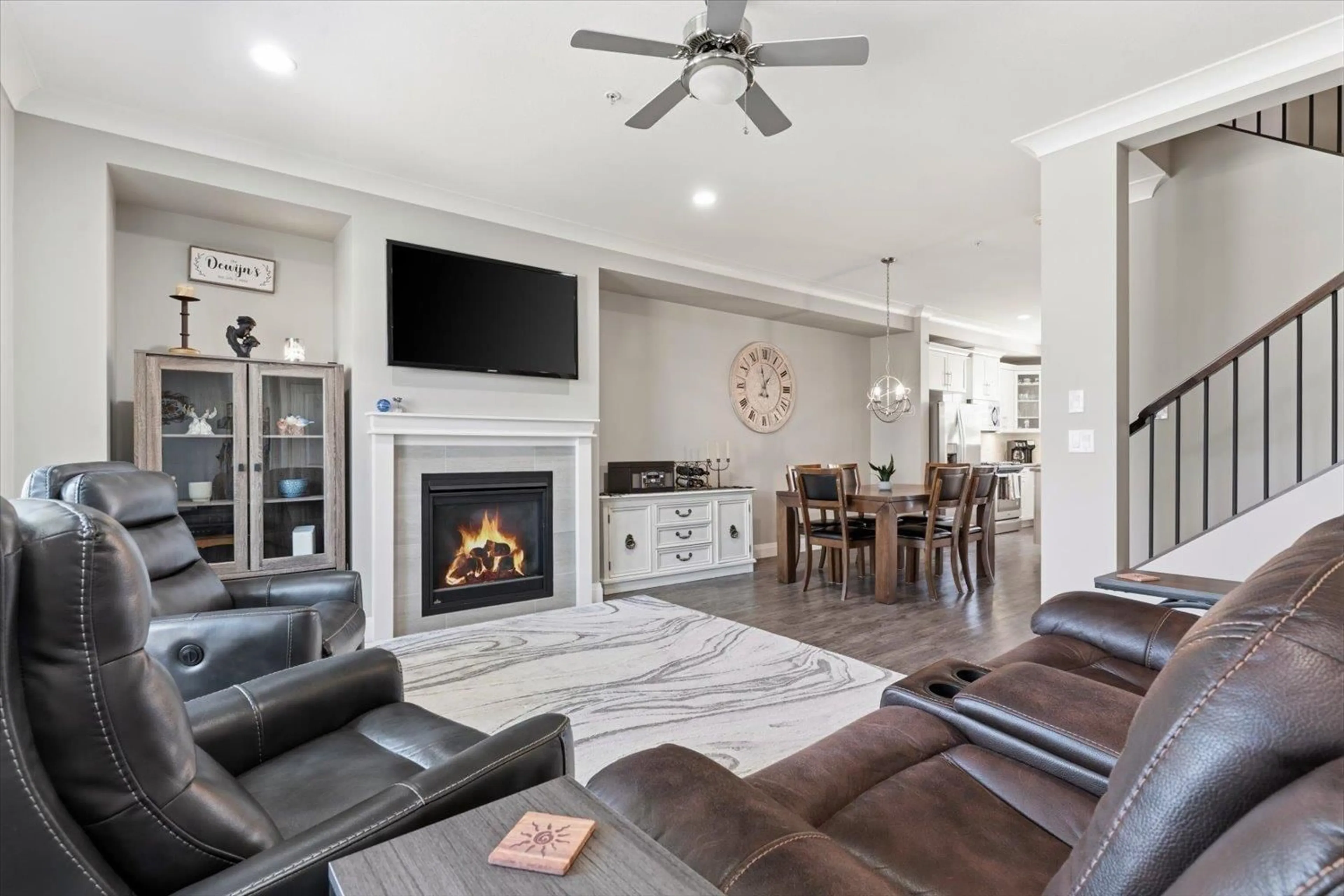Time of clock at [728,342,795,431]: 12:58
